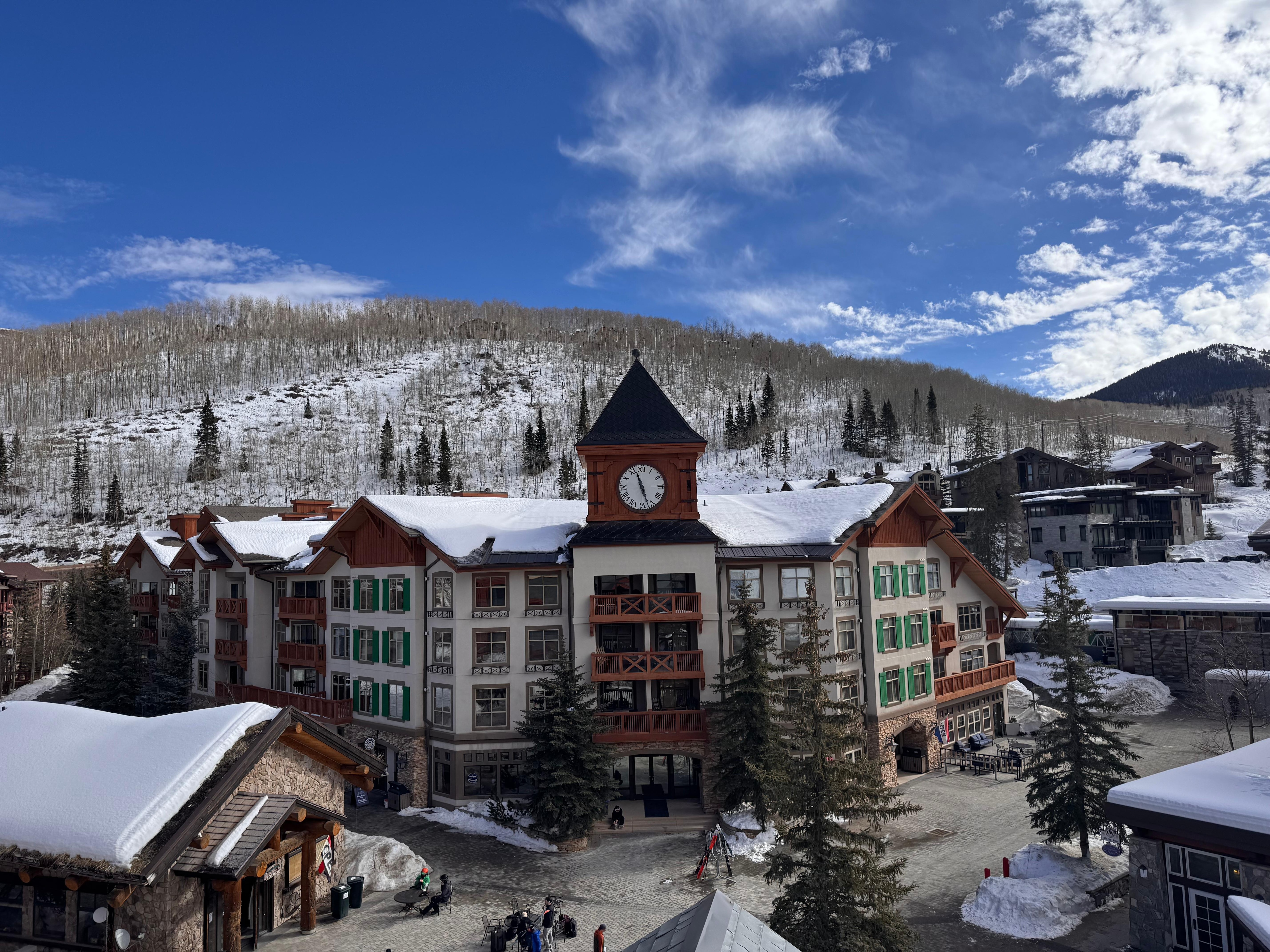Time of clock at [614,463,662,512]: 11:27
